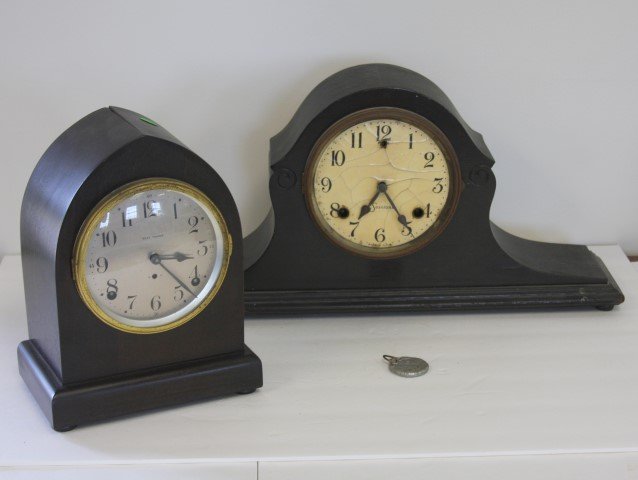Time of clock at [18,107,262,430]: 3:22
